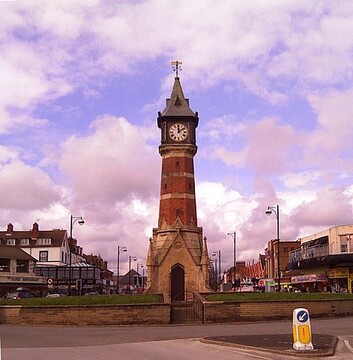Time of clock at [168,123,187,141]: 12:09
